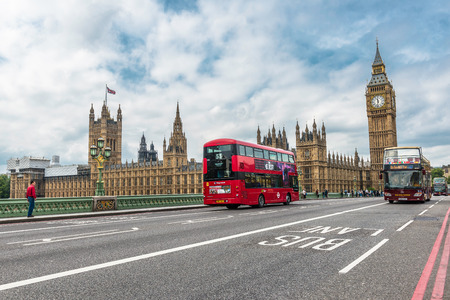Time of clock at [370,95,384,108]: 11:32
